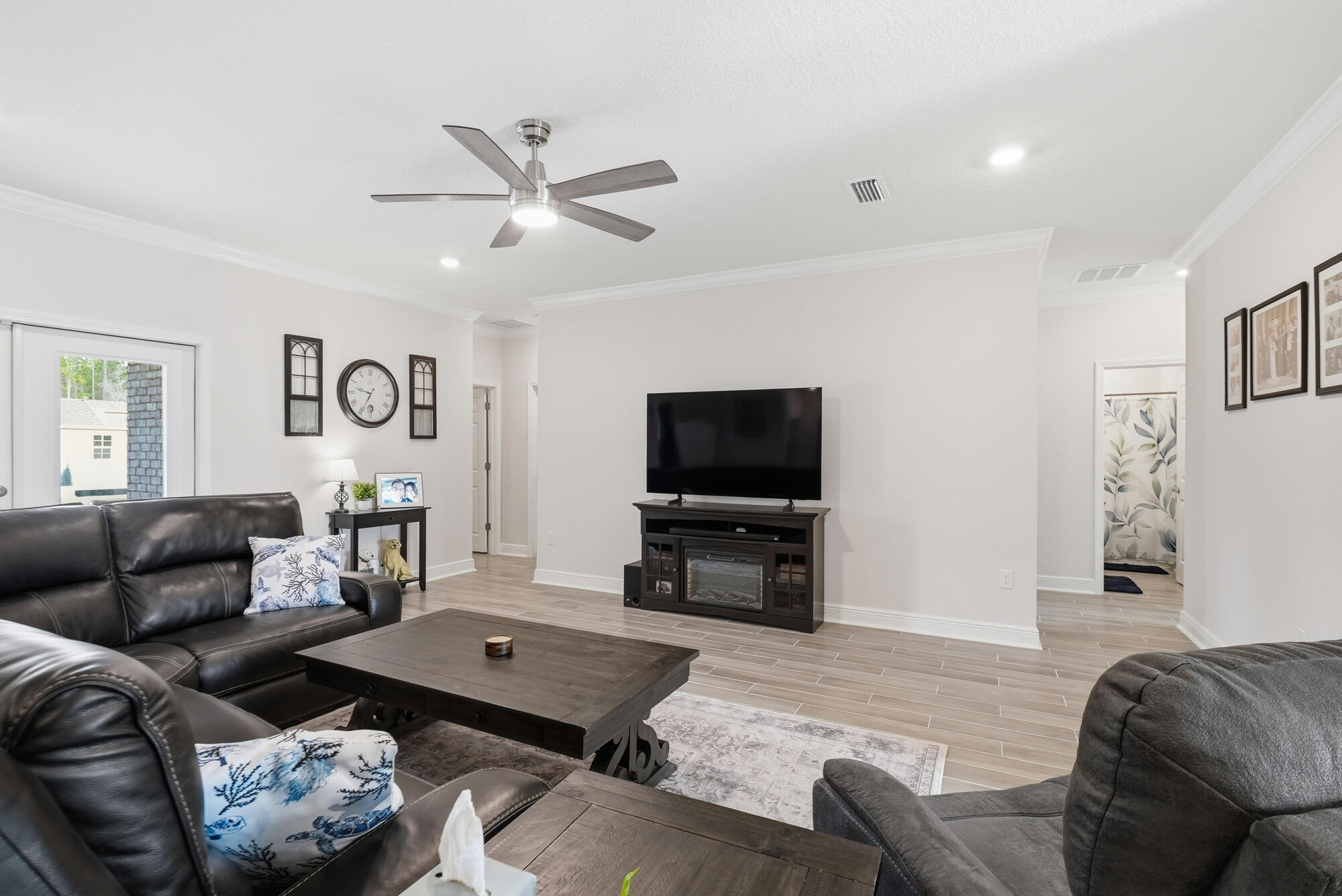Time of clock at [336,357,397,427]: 9:34
